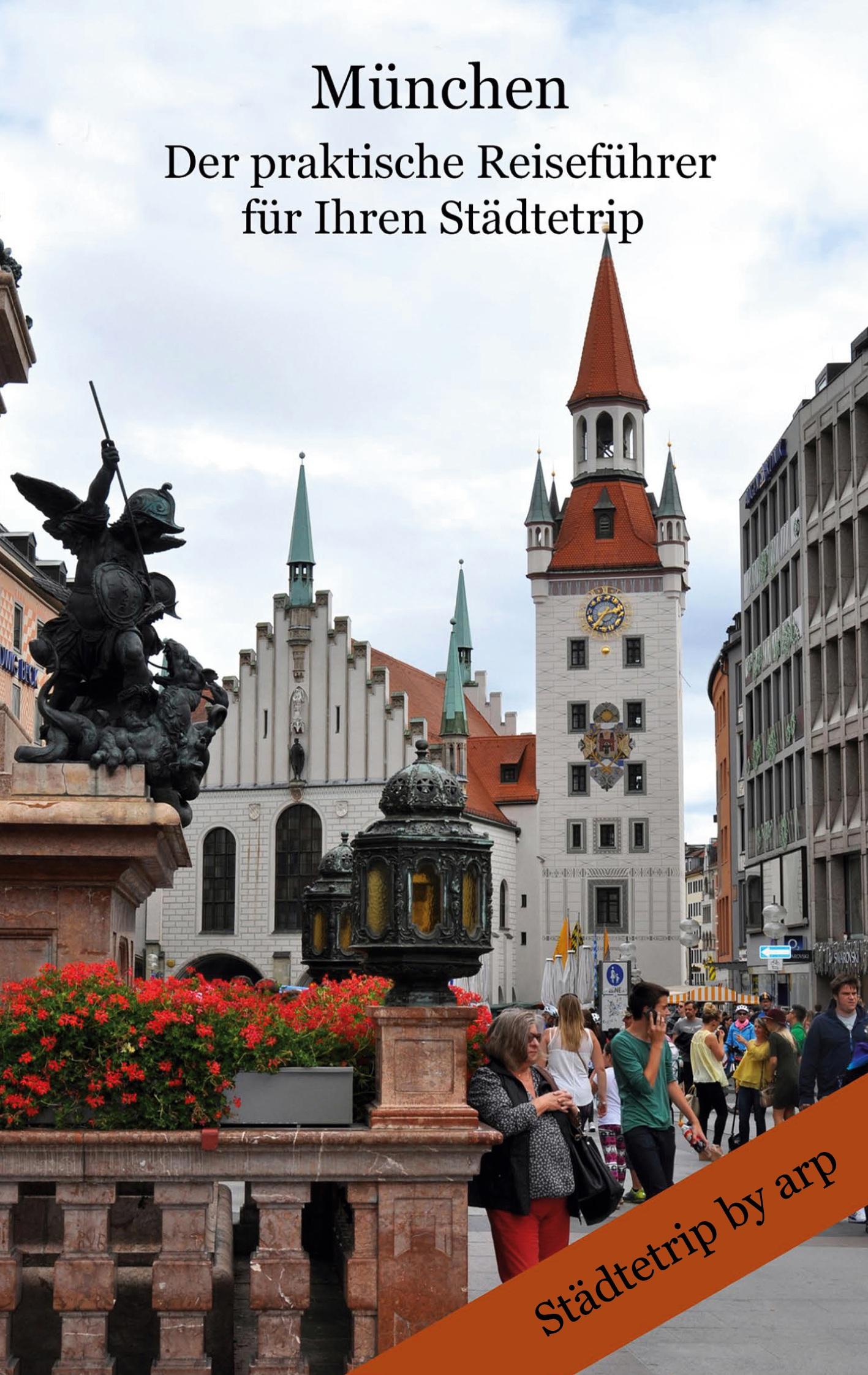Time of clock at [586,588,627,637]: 2:36
